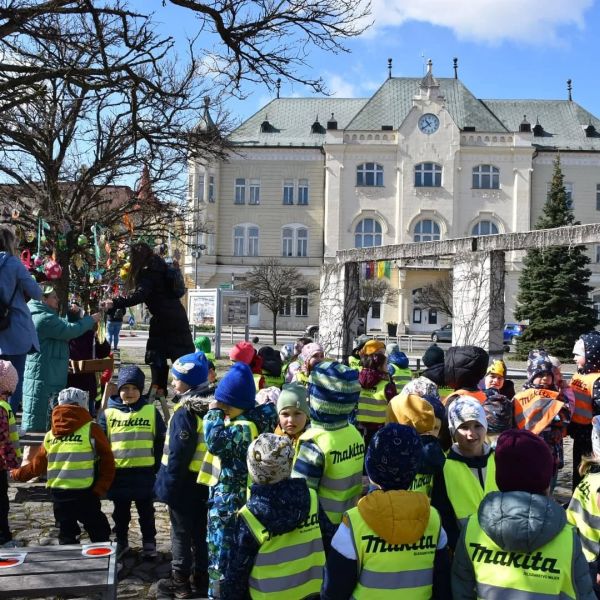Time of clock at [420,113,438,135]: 10:39
